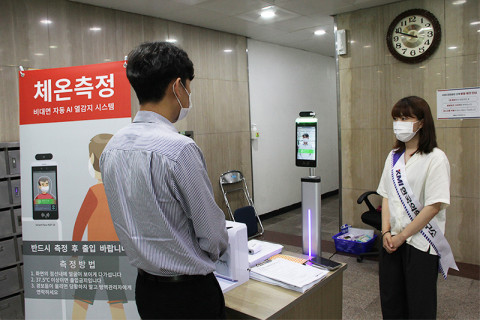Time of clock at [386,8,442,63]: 9:48
